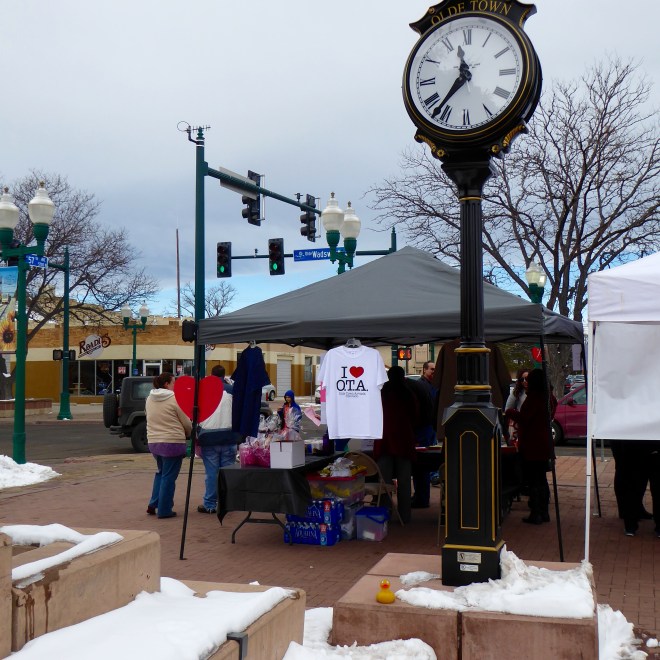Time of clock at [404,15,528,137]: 11:36
